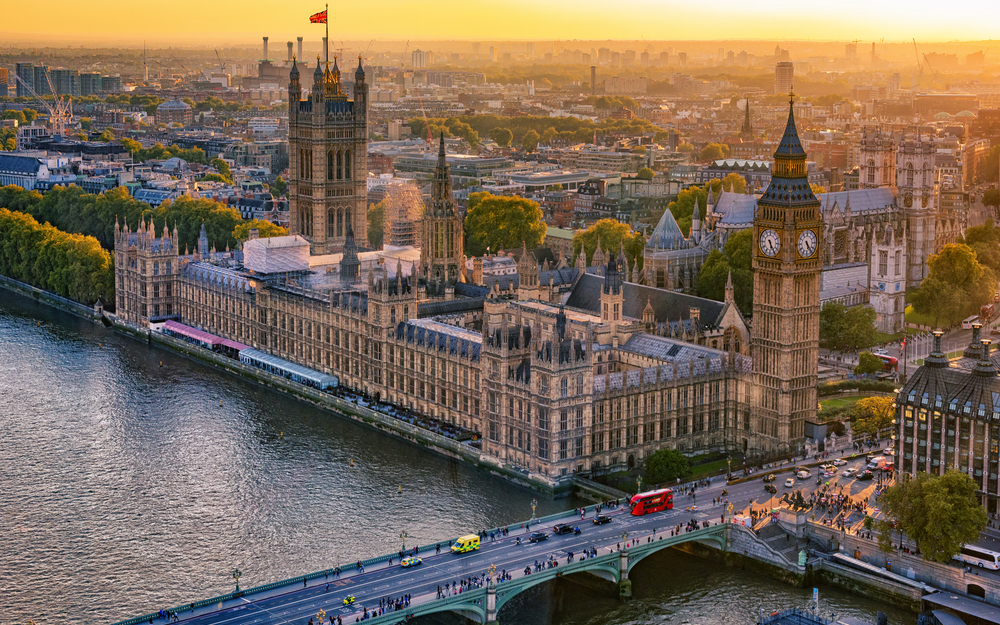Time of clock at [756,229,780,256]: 5:24
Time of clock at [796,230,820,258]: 5:23
